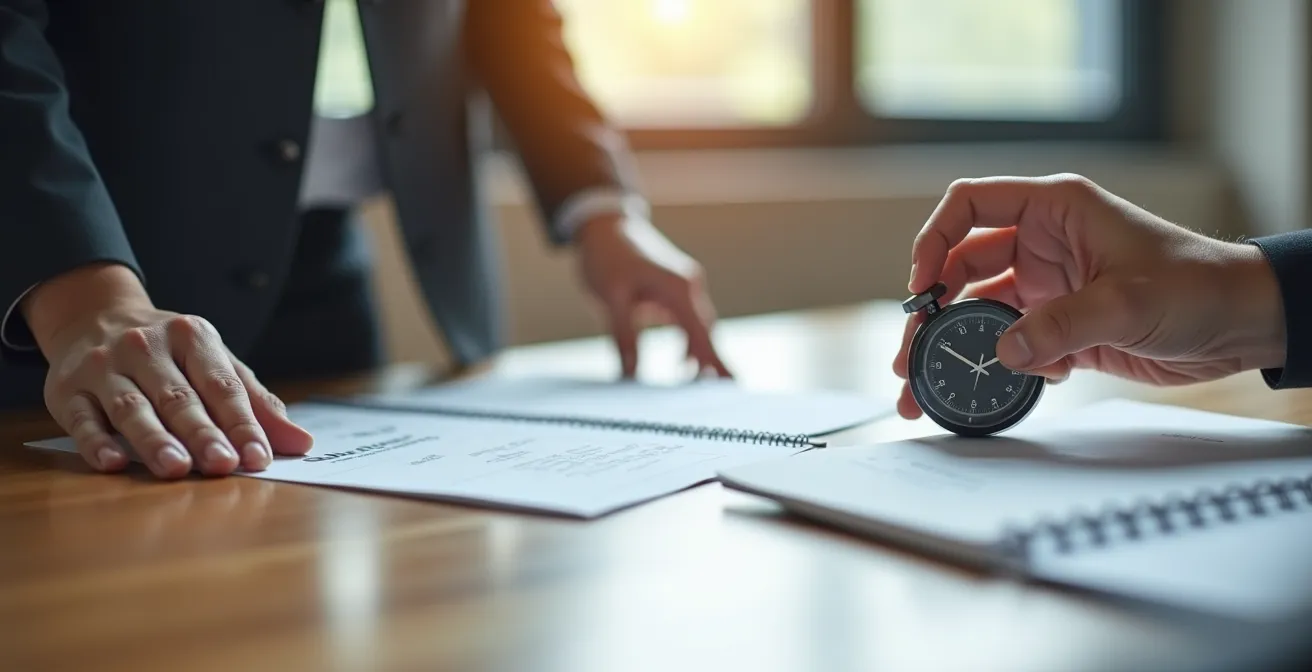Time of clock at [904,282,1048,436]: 1:49
